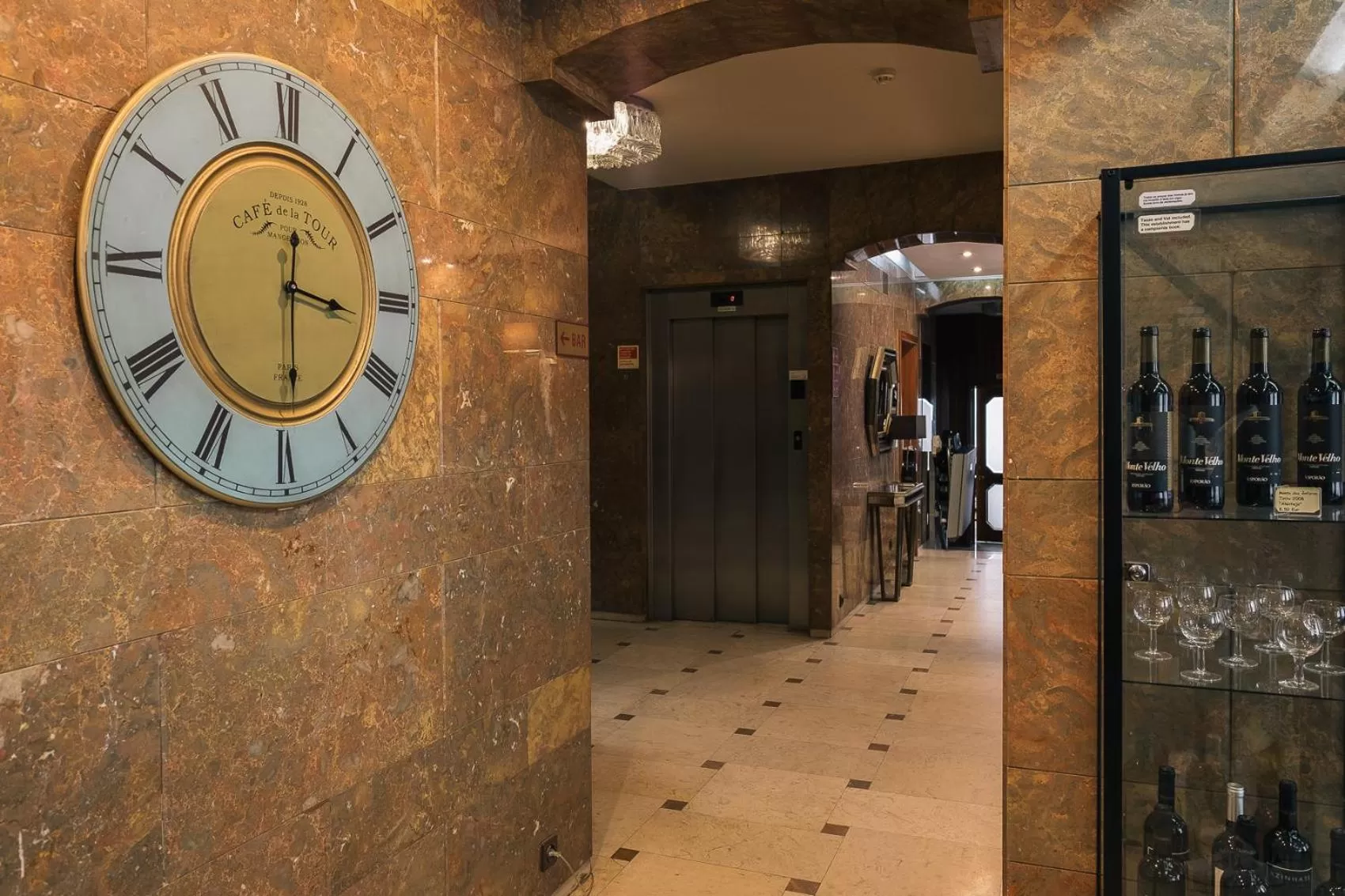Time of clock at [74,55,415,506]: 3:29
